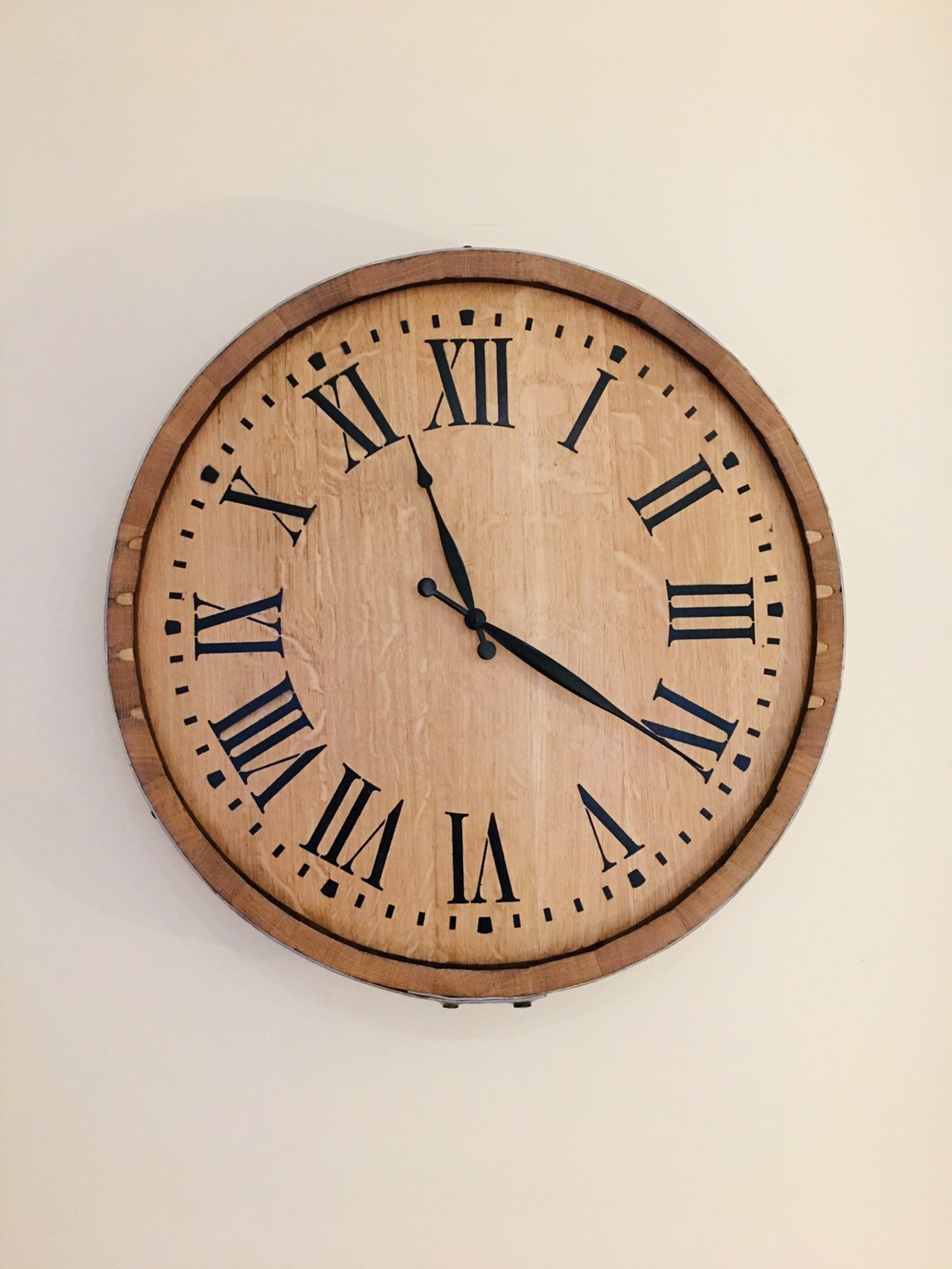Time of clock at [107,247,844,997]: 11:20
